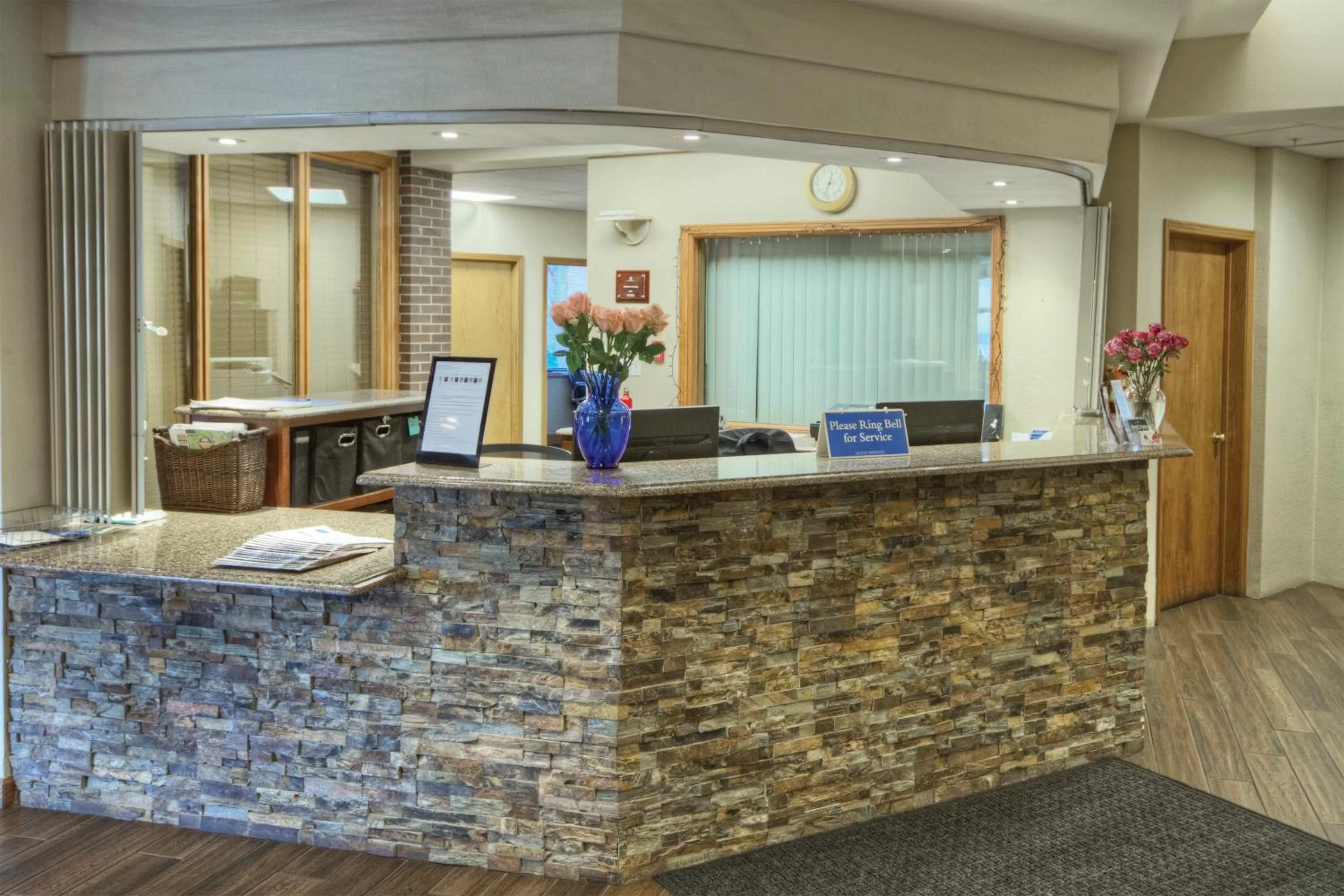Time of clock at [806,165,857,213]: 12:33
